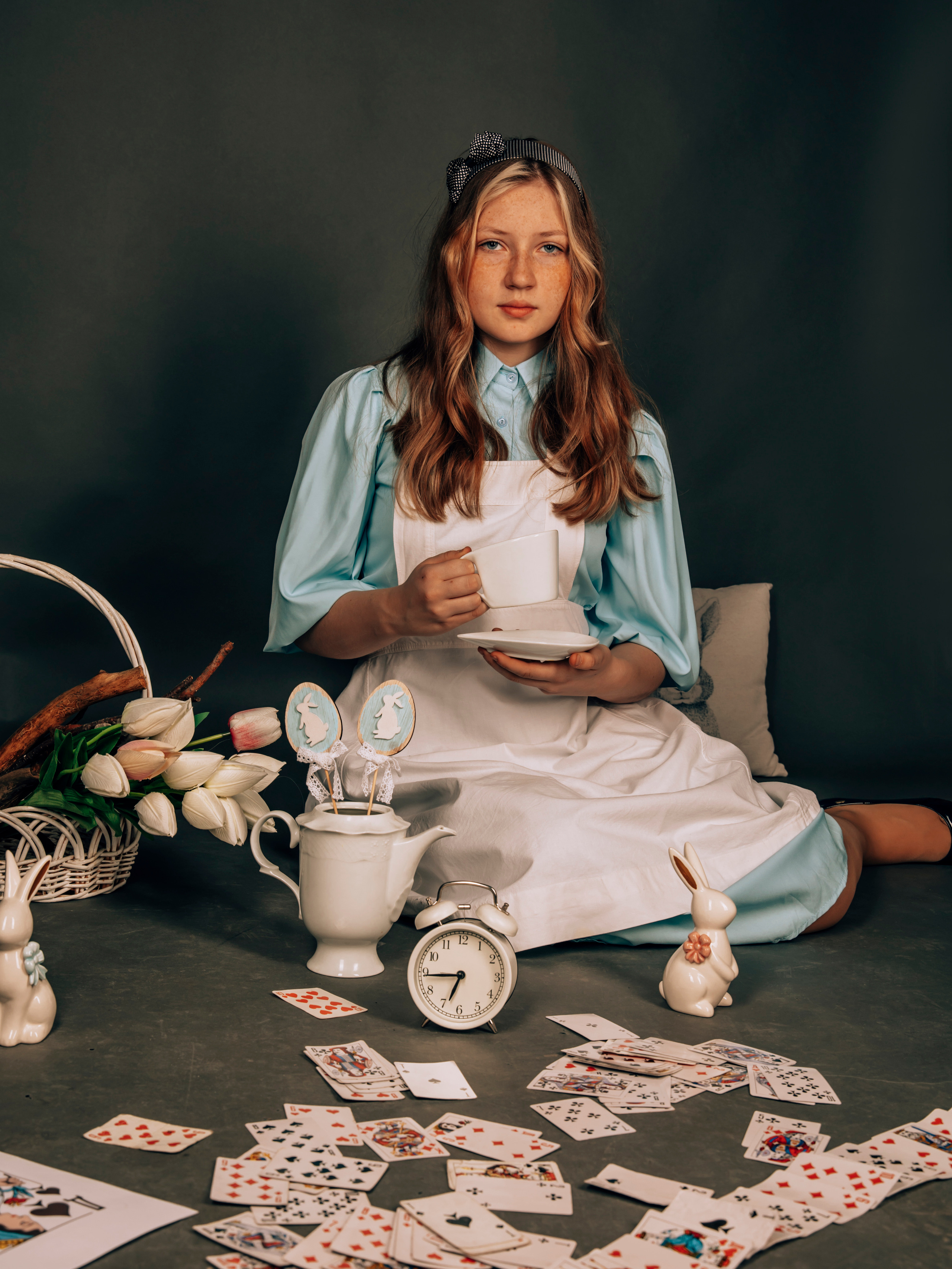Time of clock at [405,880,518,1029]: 6:44
